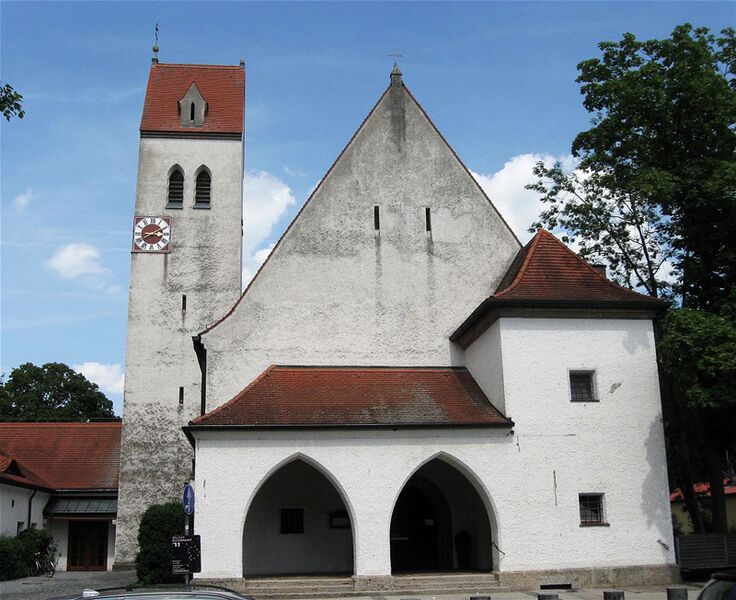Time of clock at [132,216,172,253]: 3:10
